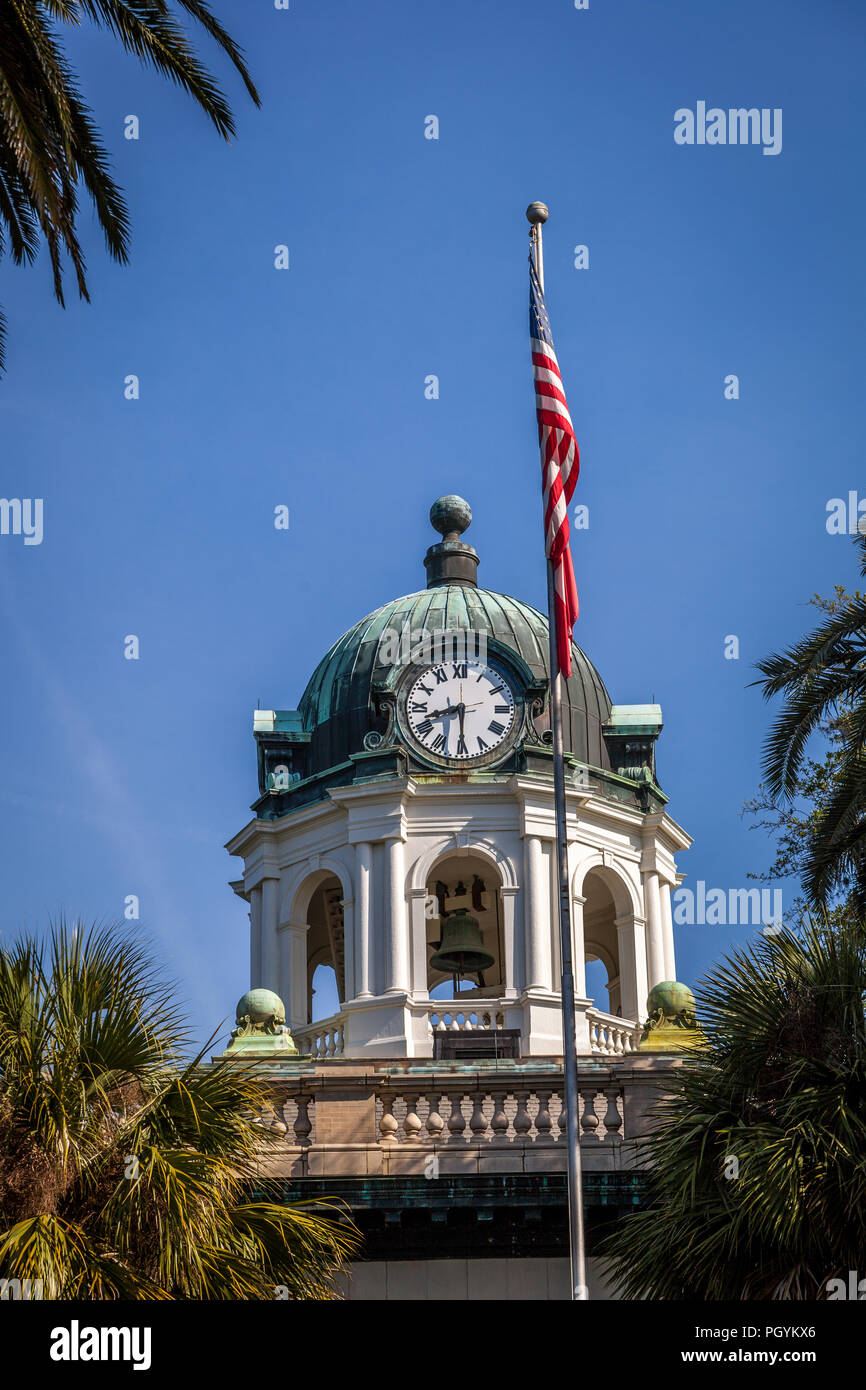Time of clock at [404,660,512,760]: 8:29
